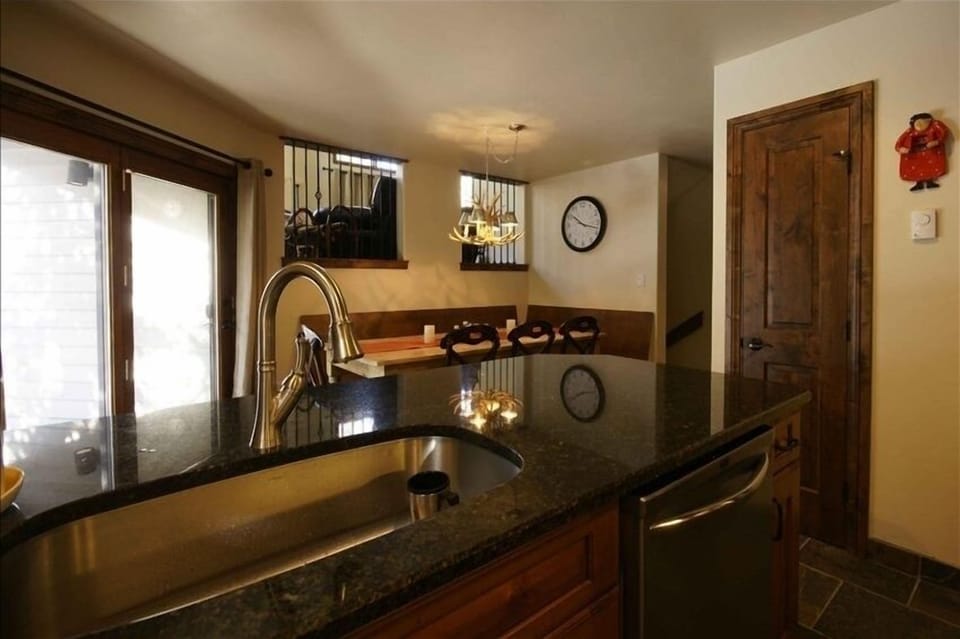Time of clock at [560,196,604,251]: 10:17
